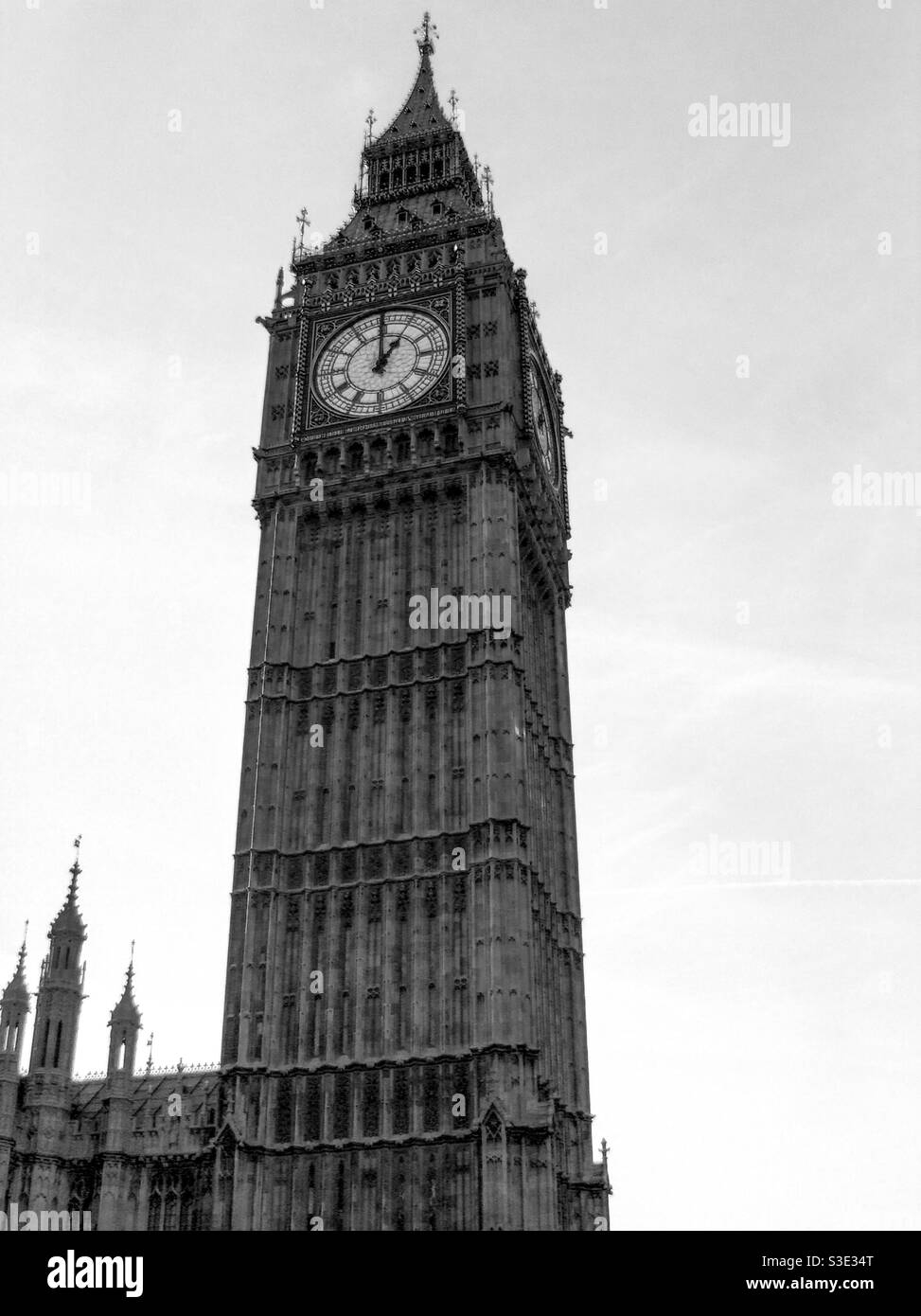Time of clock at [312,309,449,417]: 1:00
